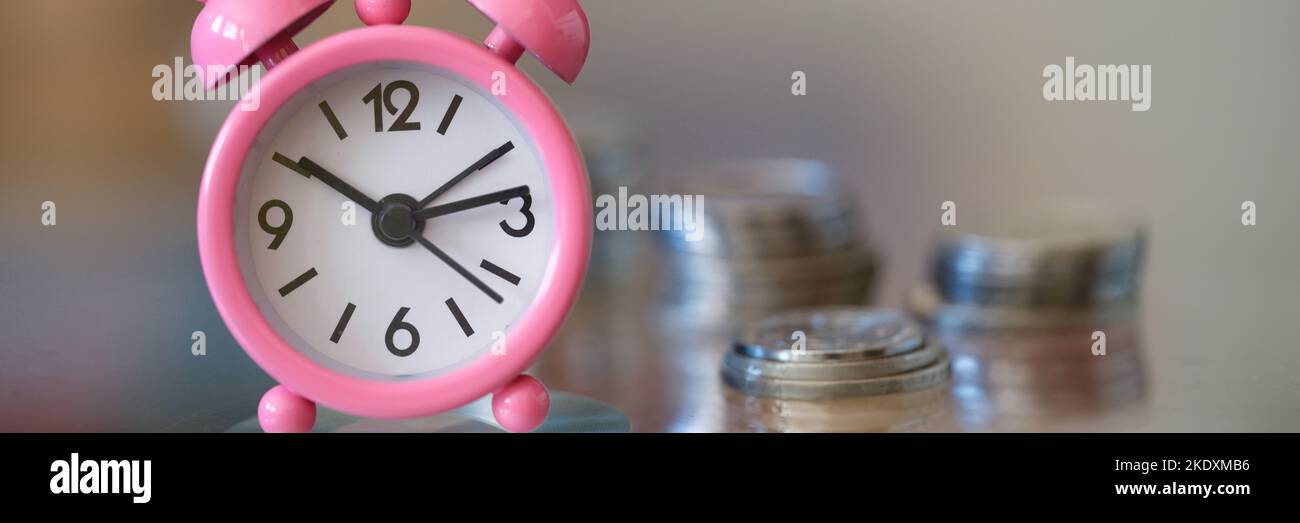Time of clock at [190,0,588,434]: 10:13
